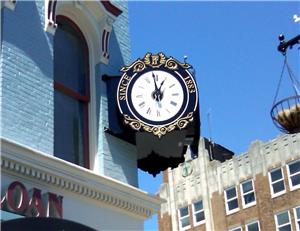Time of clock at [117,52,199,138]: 12:58
